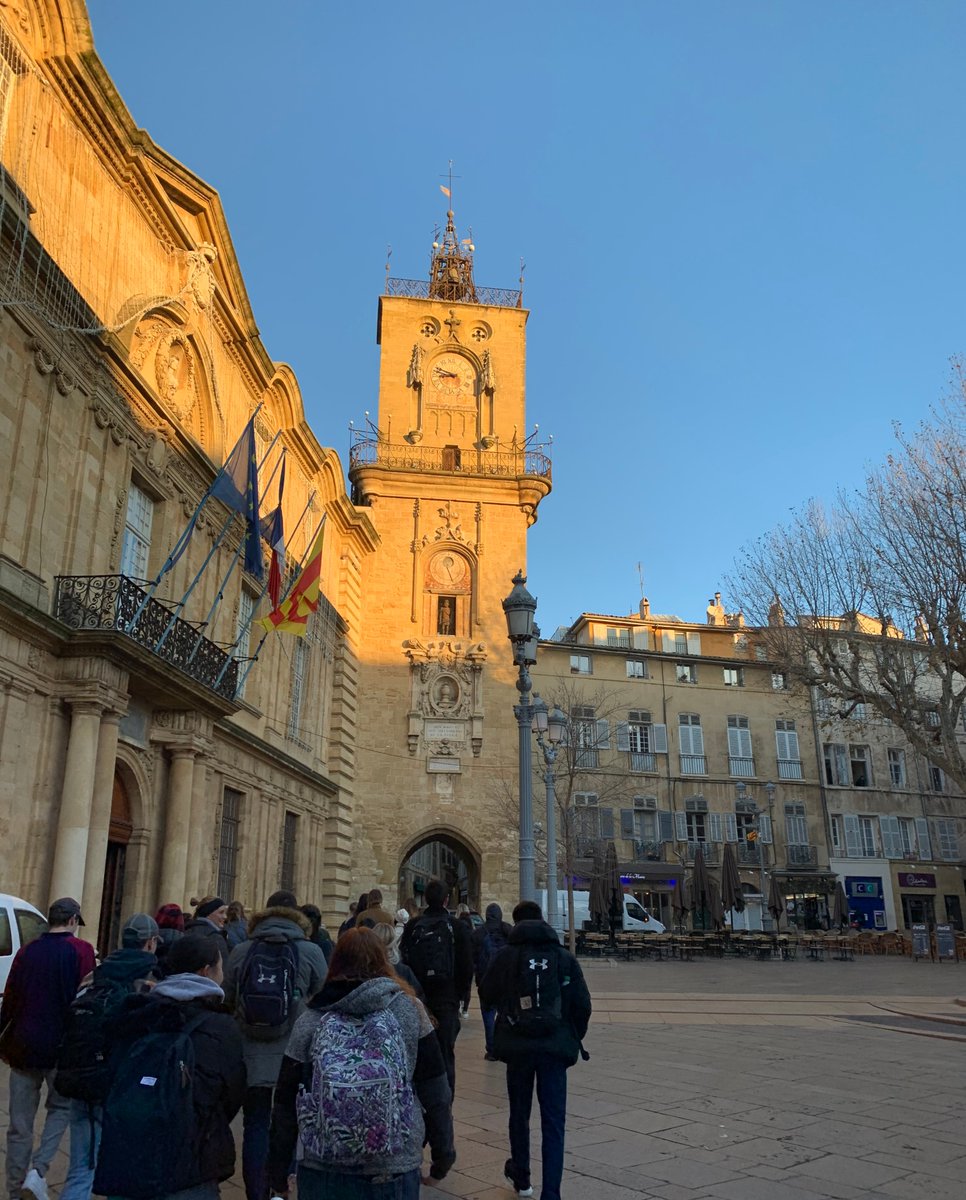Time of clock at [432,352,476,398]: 8:48
